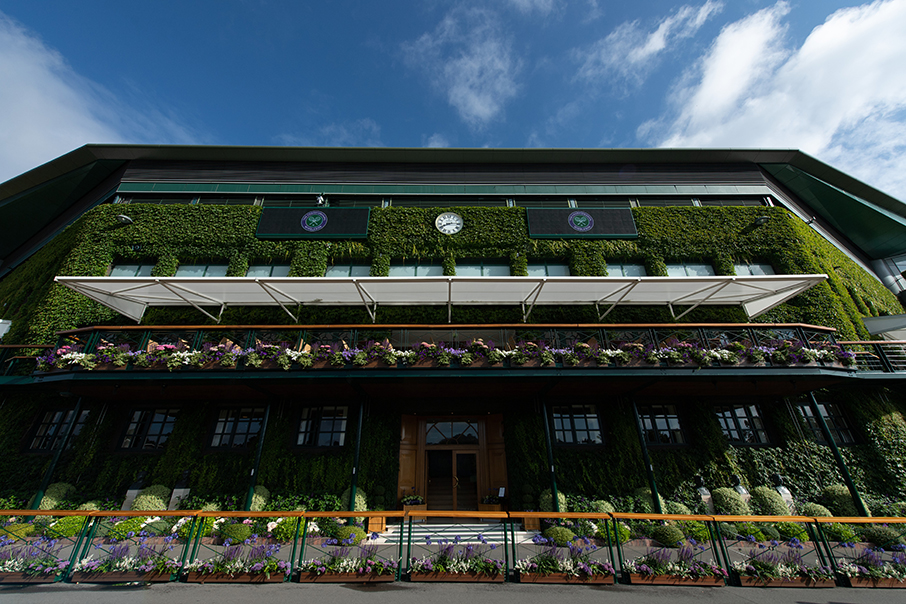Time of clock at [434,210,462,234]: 8:14
